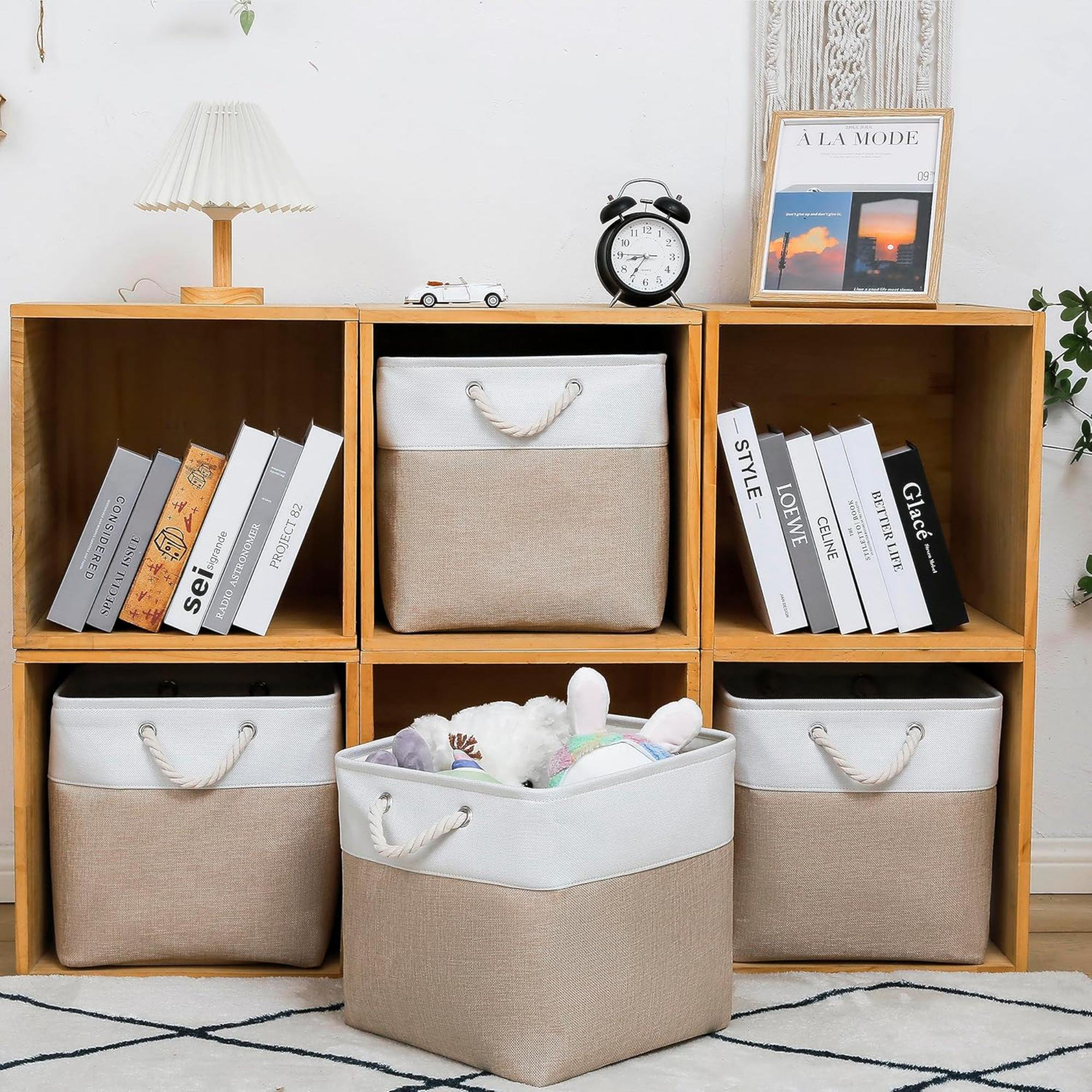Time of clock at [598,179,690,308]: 8:35
